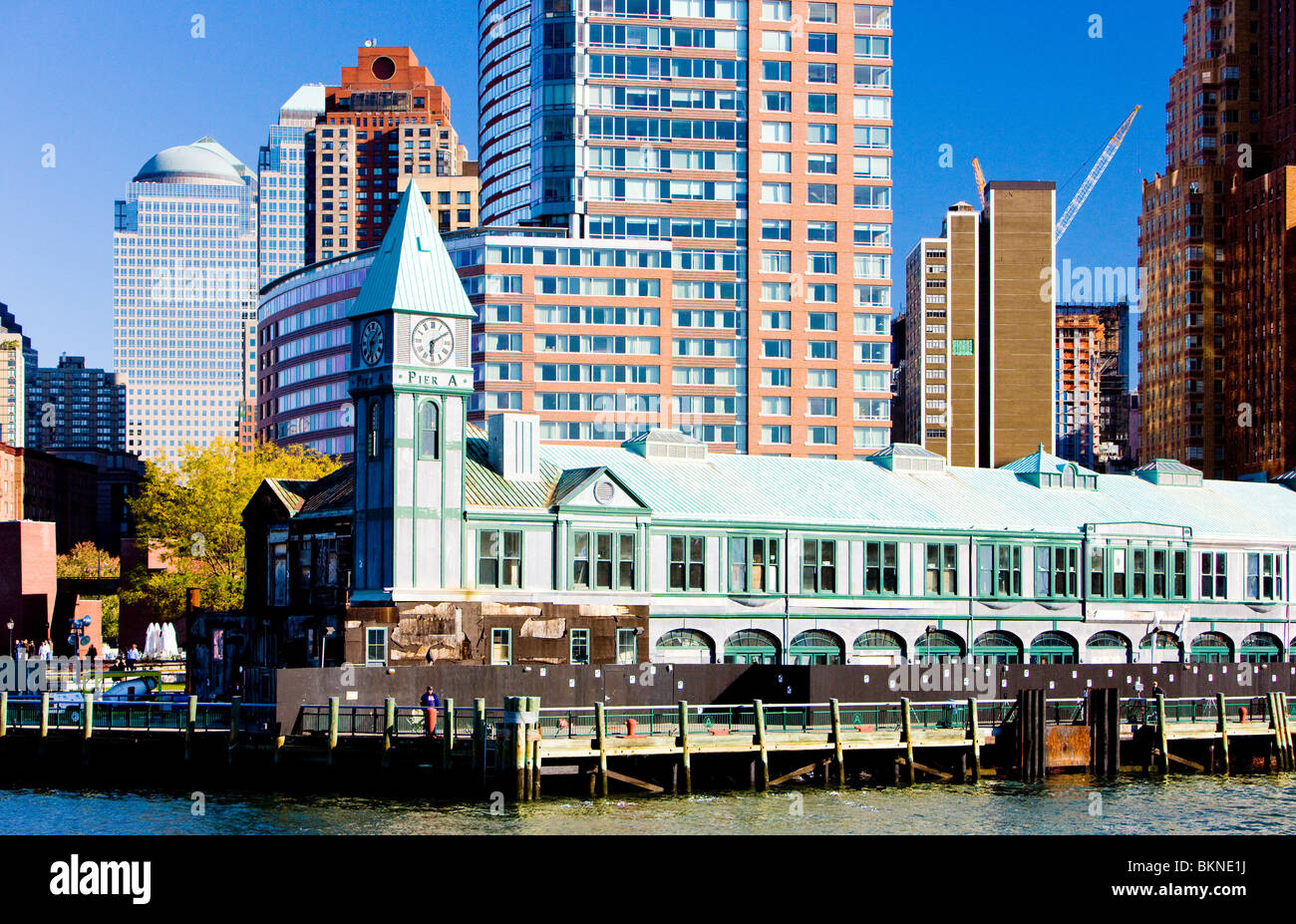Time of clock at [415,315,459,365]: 6:09
